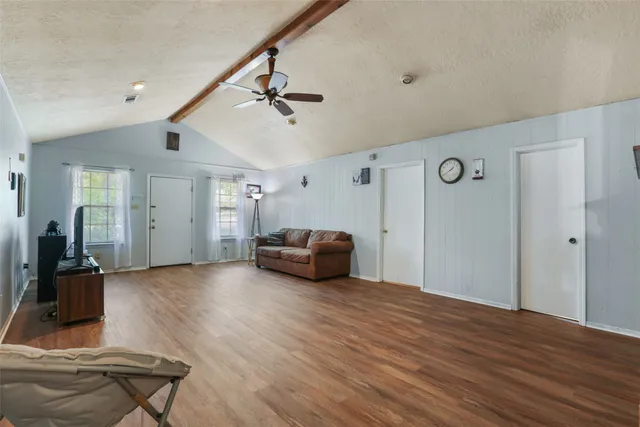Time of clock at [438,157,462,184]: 1:39
